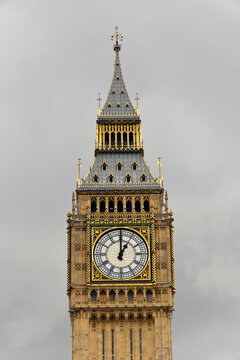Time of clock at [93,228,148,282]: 1:00
